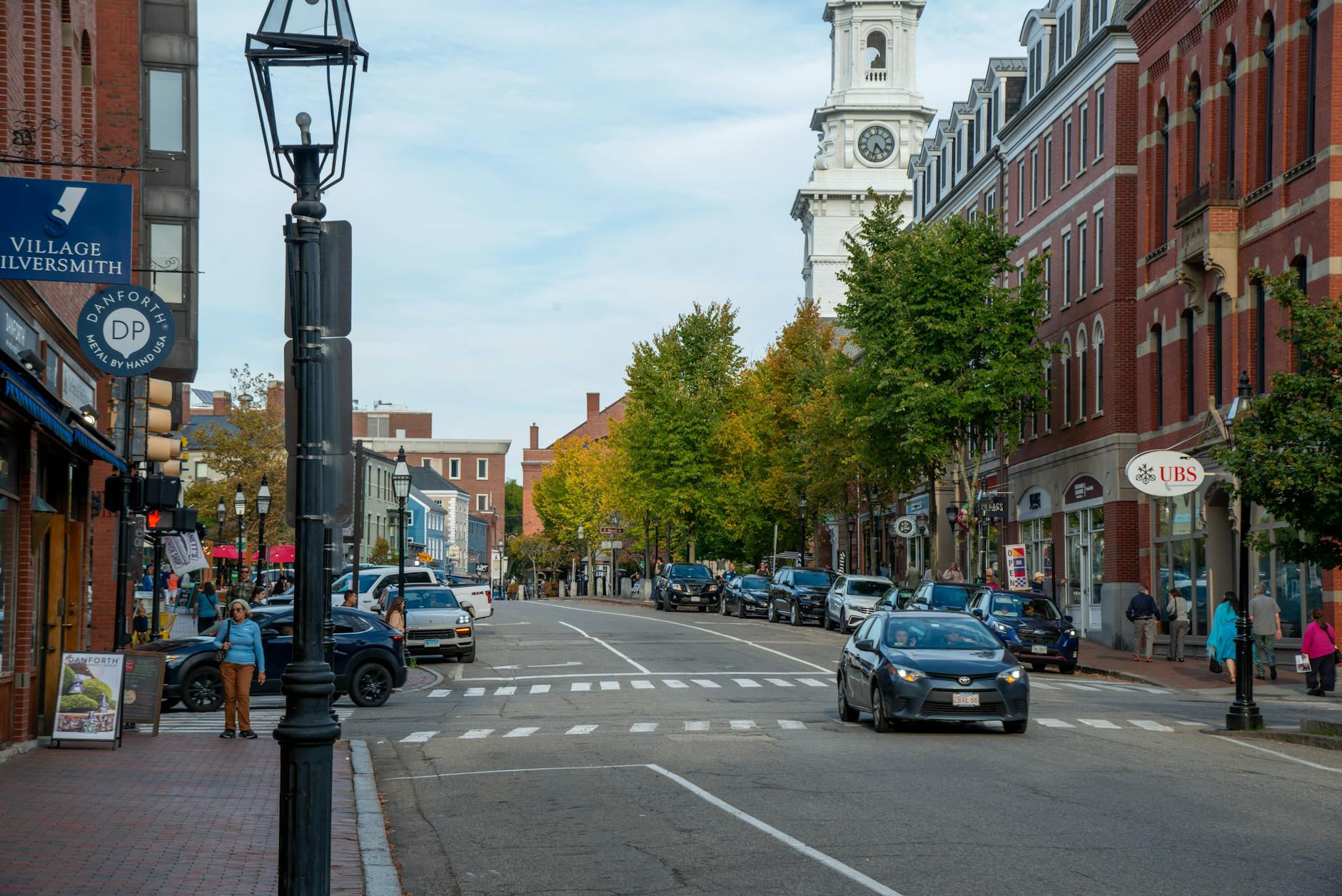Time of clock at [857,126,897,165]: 4:32
